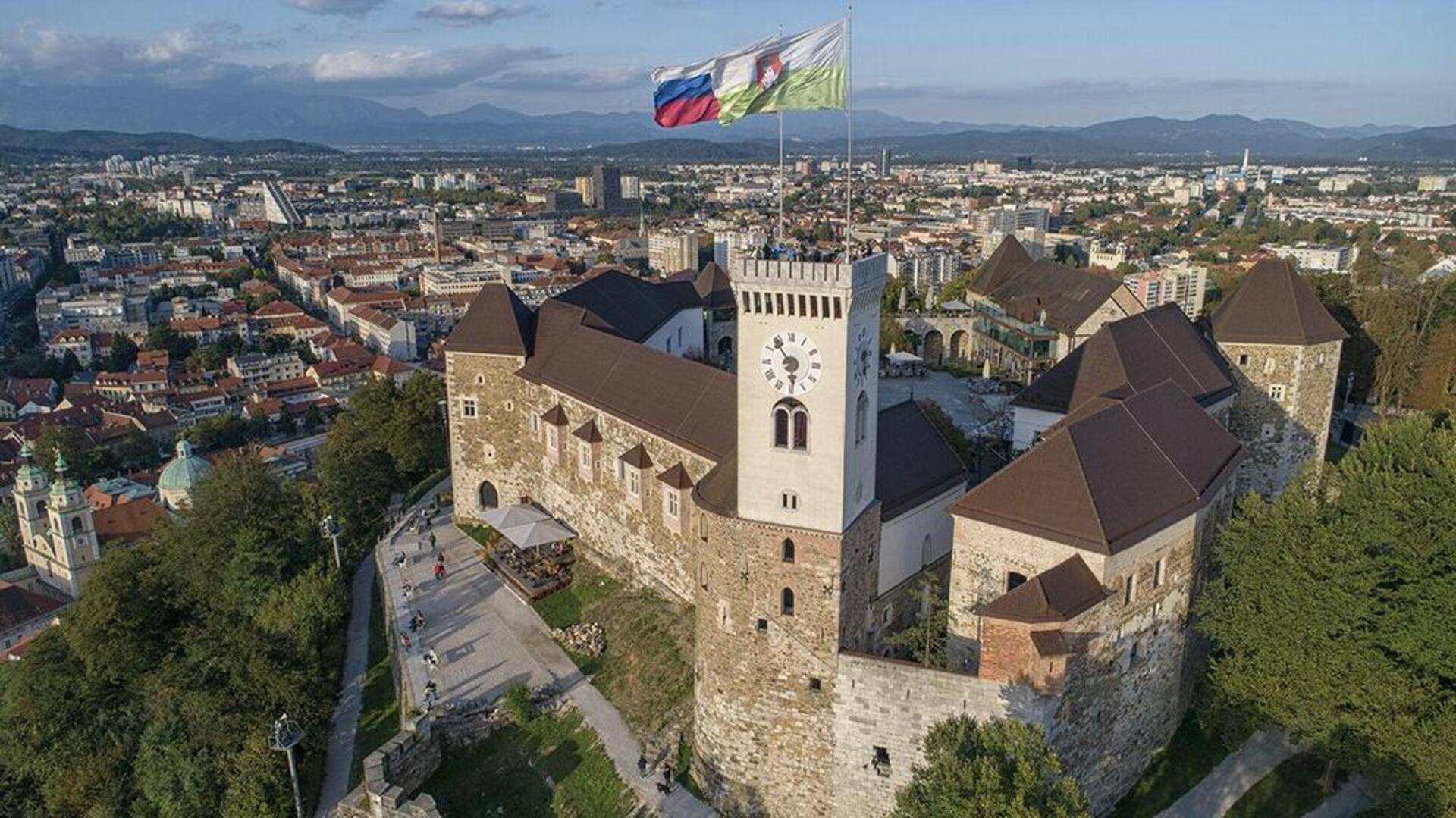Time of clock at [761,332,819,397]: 5:53
